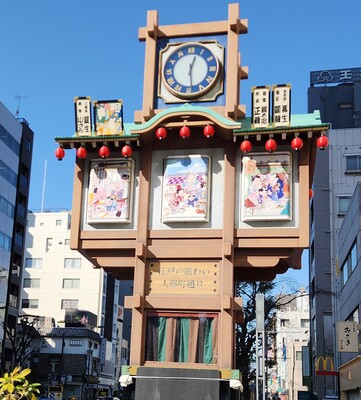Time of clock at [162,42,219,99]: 12:28
